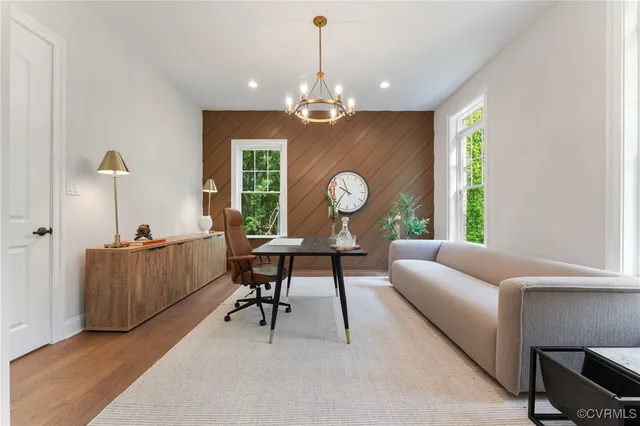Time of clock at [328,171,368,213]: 9:56
